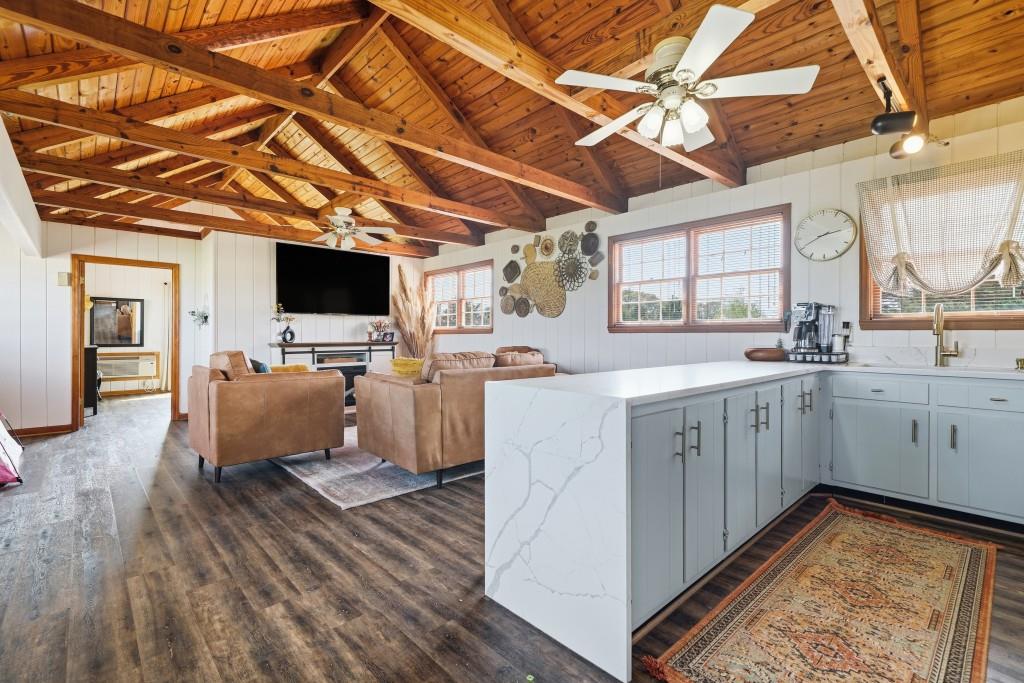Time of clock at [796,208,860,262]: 2:40
